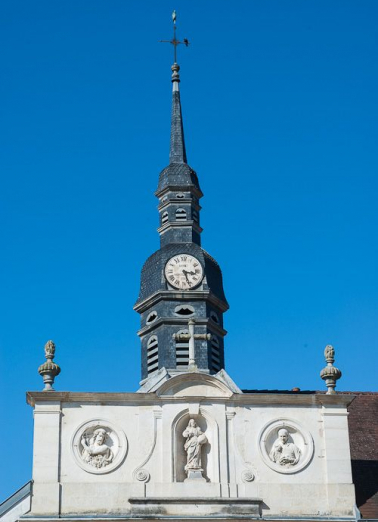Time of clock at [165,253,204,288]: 3:26
